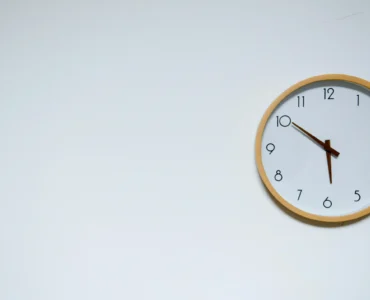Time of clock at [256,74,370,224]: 5:50
